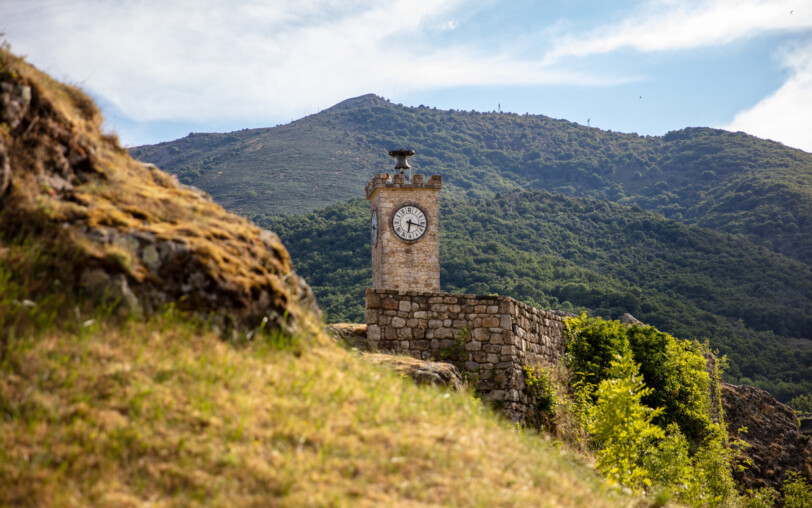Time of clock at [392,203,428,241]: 6:17
